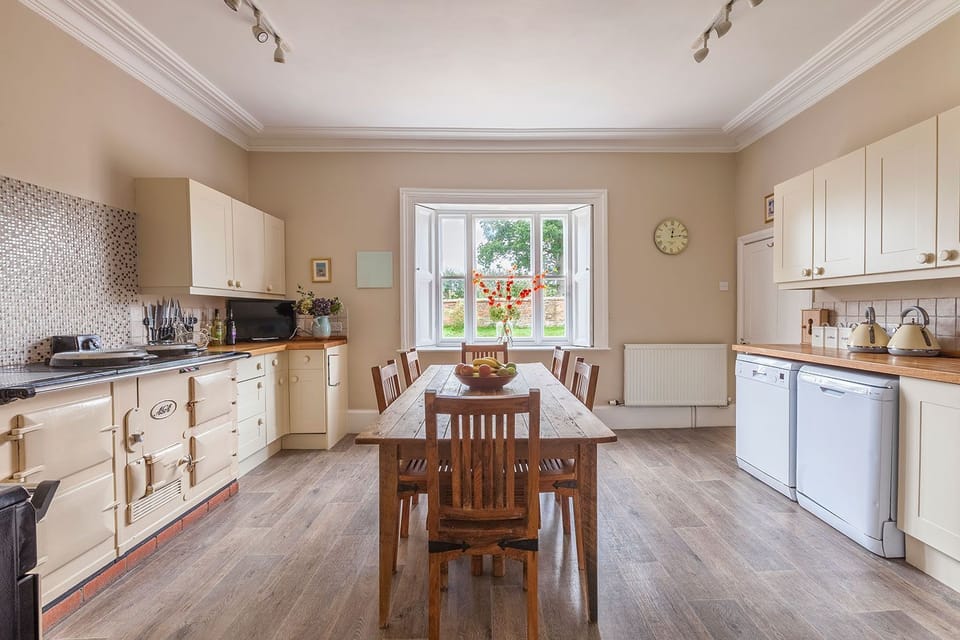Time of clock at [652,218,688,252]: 12:13
